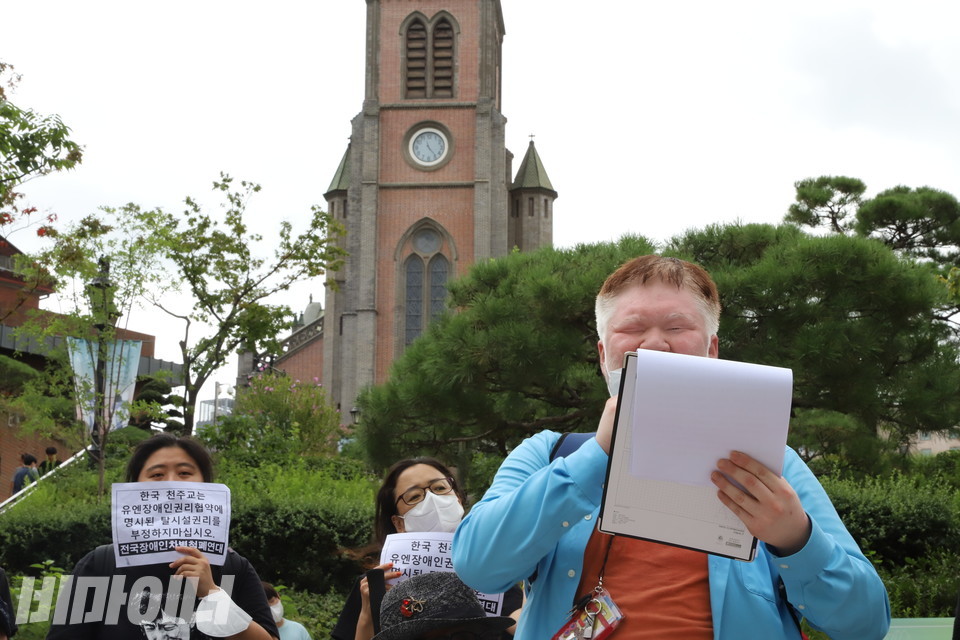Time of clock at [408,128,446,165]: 11:23
